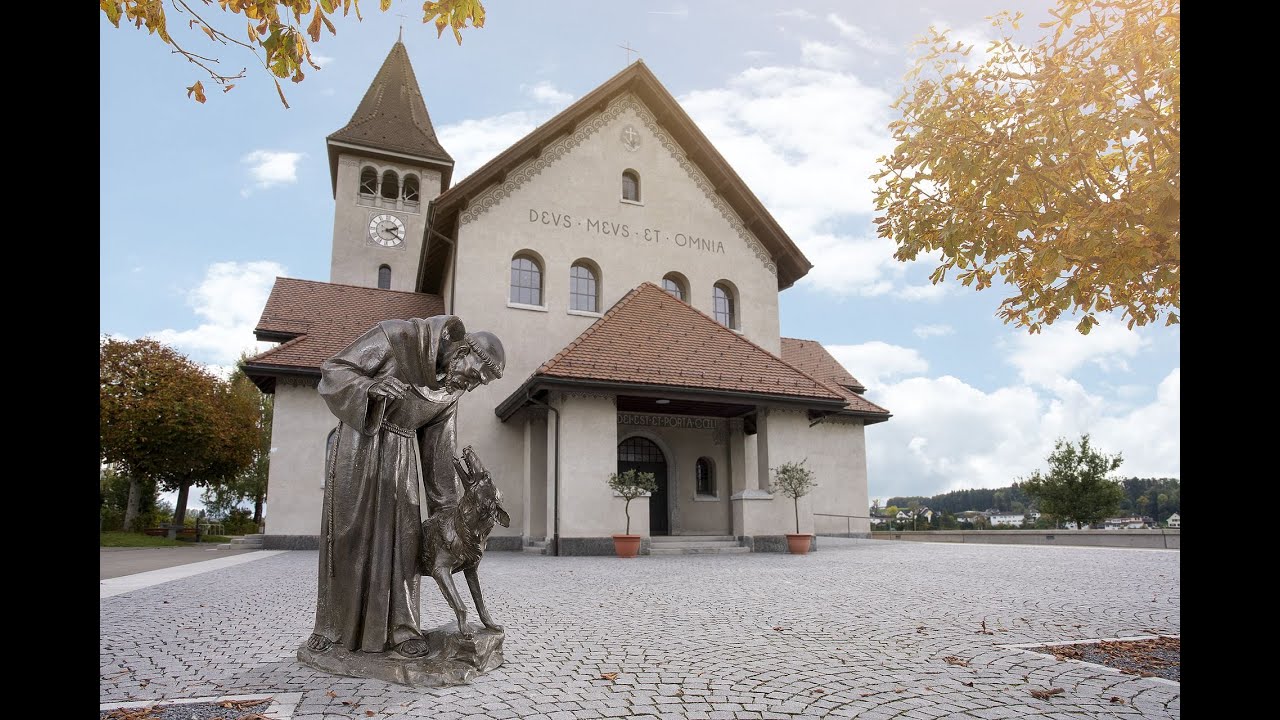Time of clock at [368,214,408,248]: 2:20
